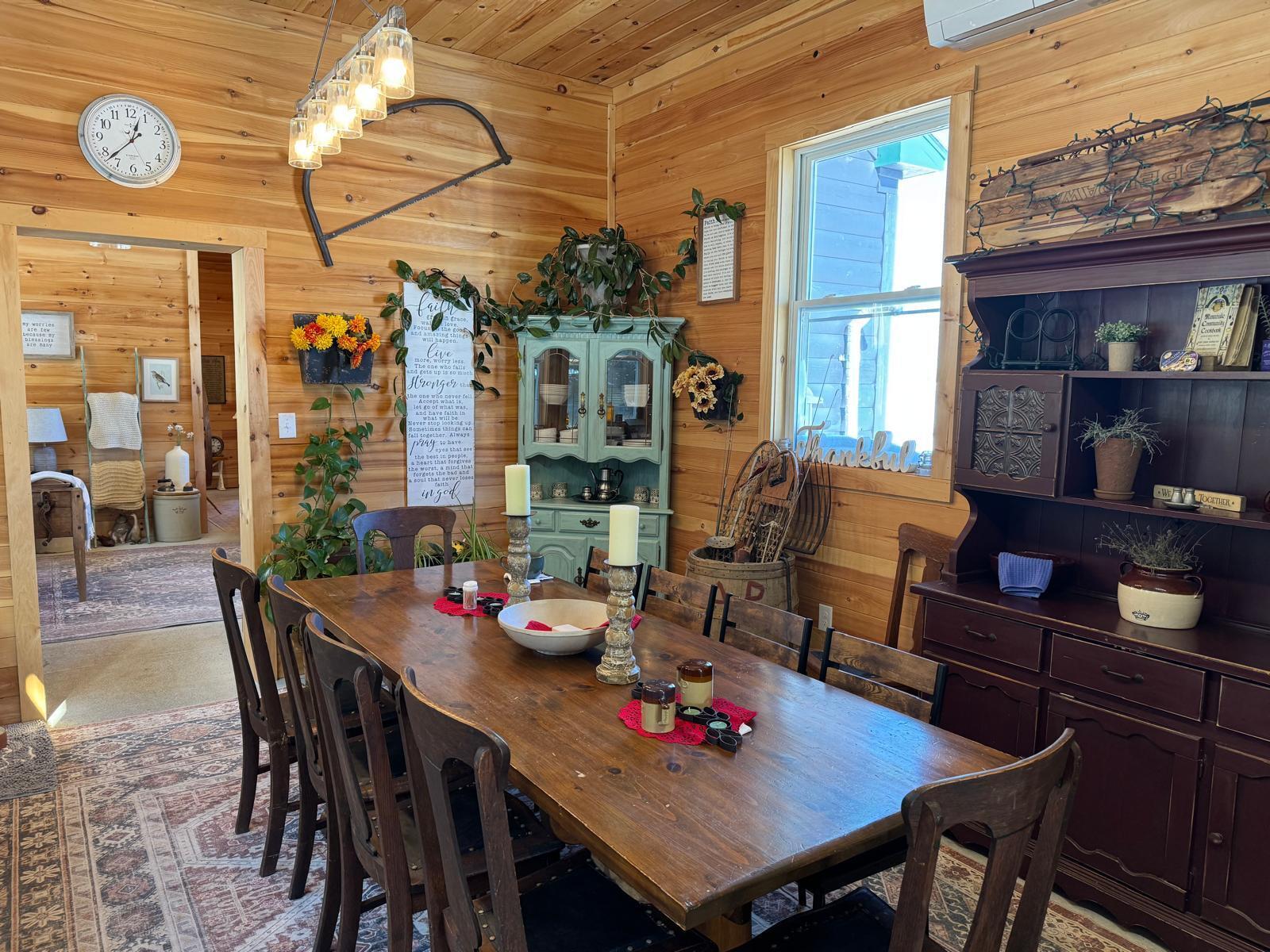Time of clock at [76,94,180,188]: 12:37
